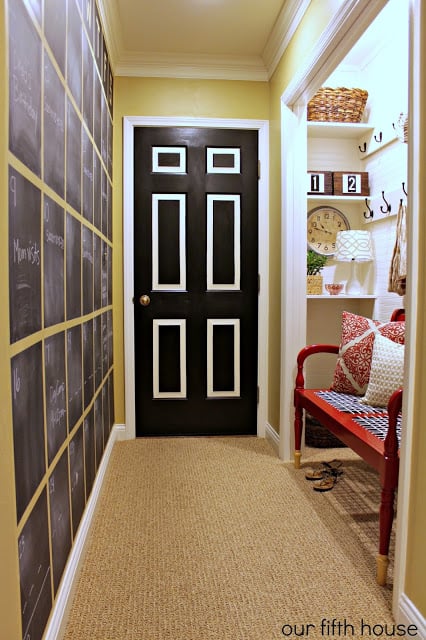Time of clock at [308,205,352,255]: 10:47
